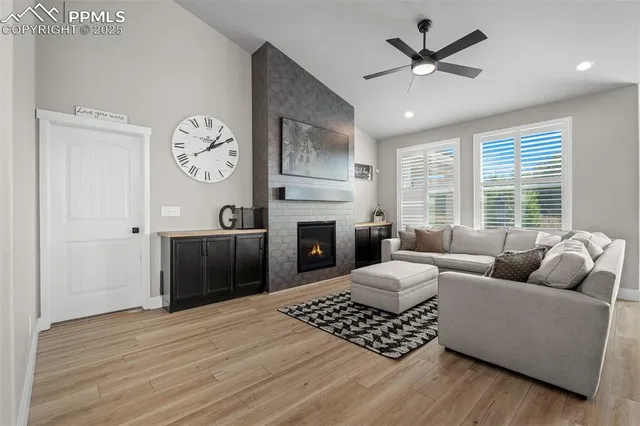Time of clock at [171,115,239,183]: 1:09
